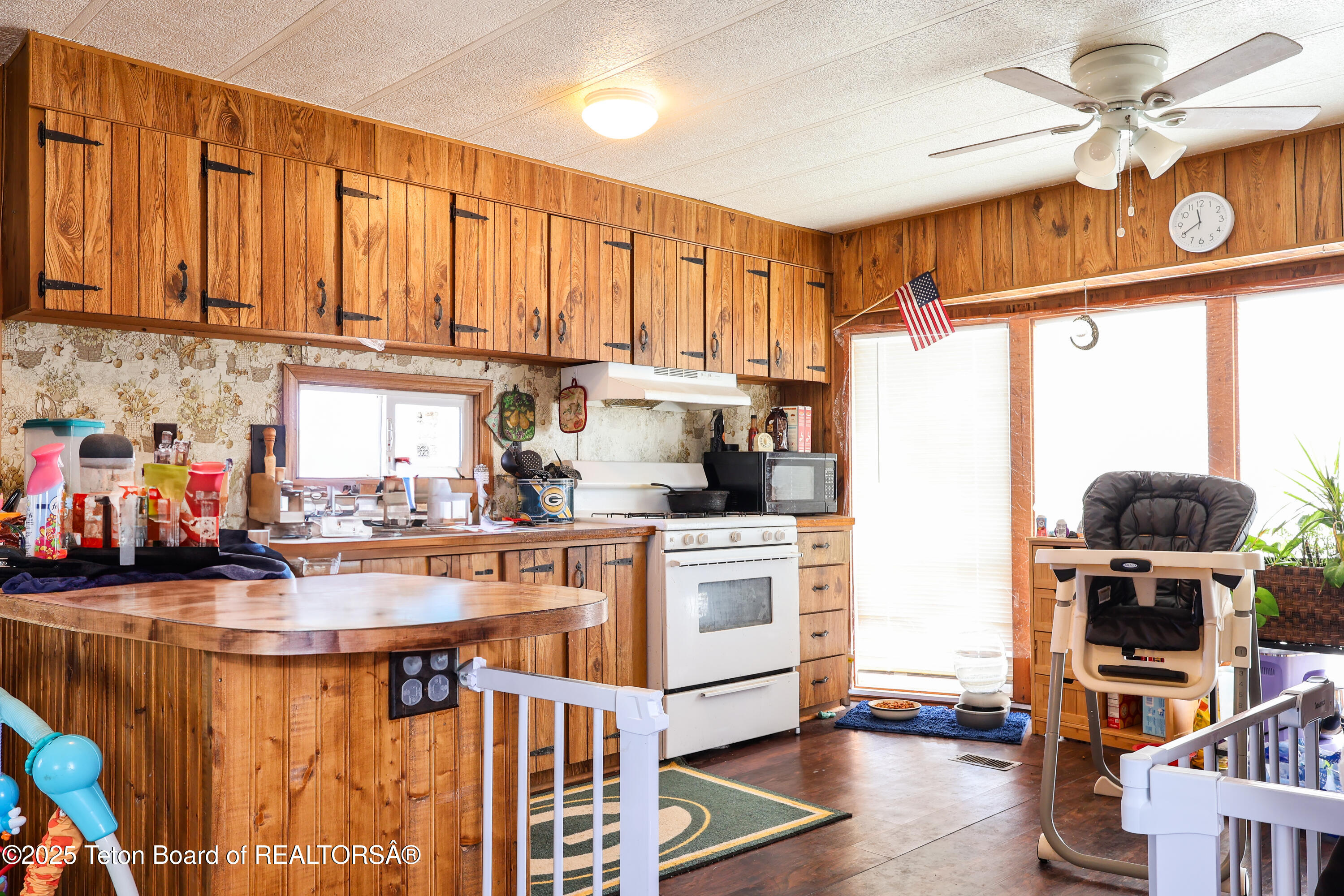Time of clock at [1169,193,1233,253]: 11:40
